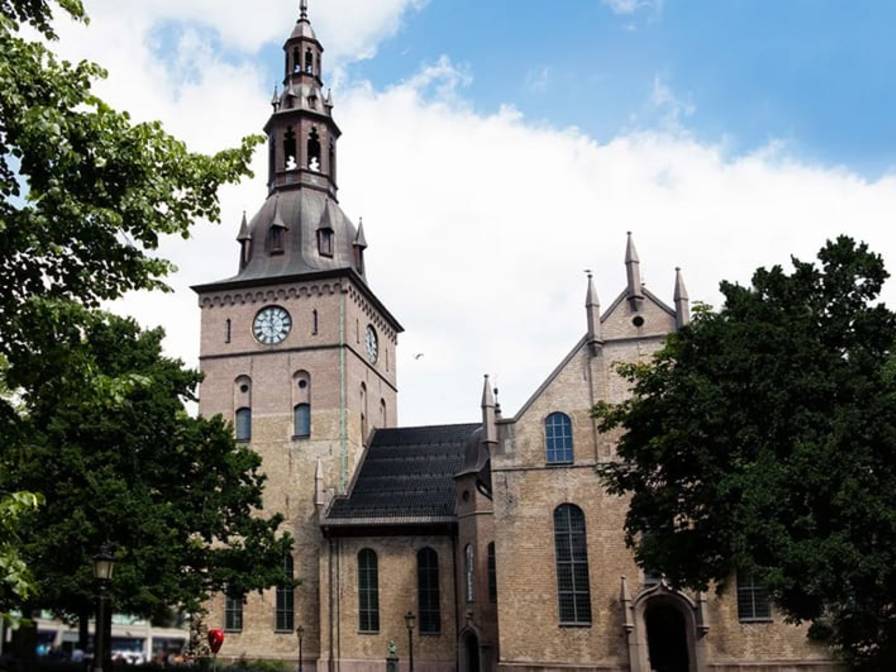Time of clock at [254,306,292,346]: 5:59
